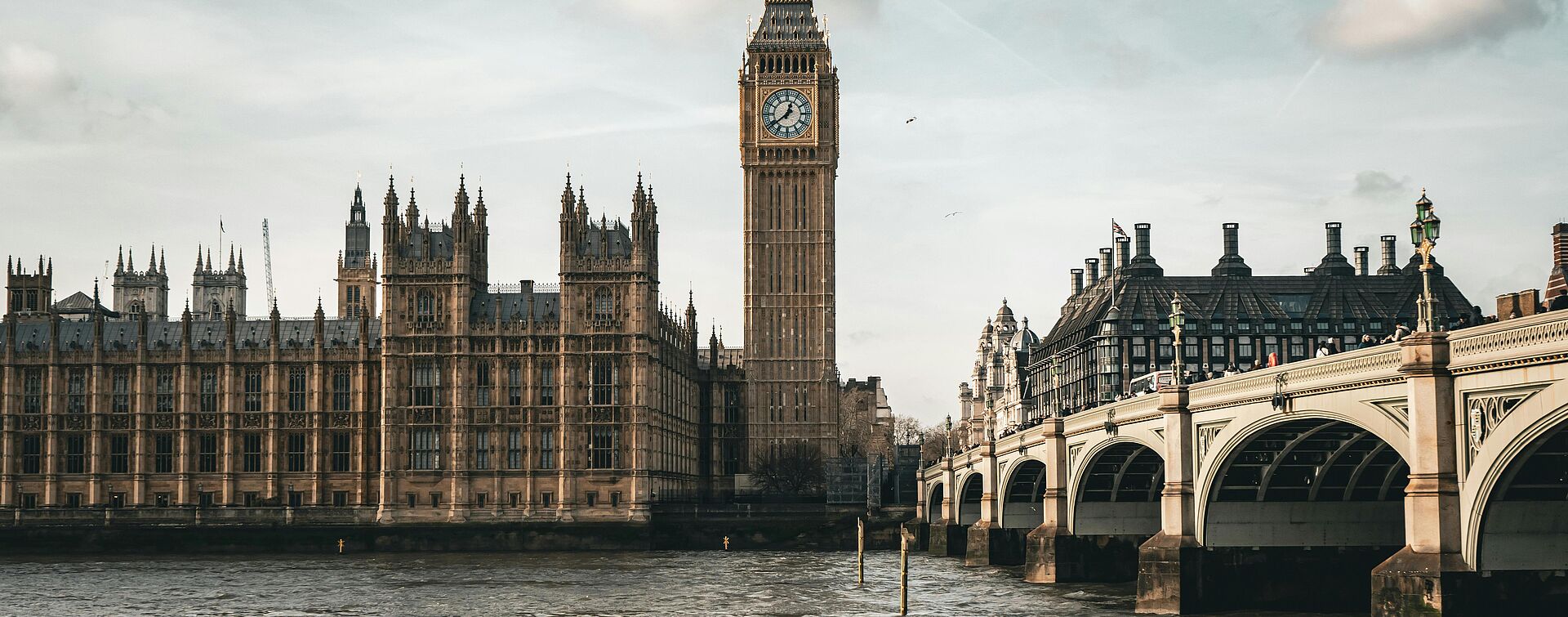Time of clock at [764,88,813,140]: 12:38
